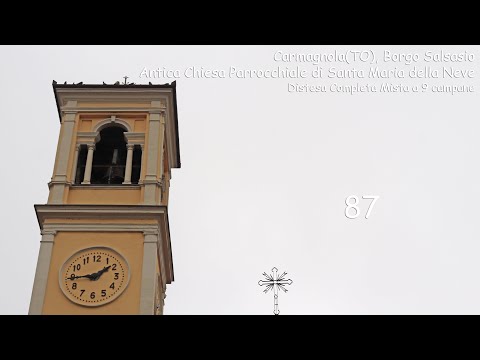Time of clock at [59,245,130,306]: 1:44
